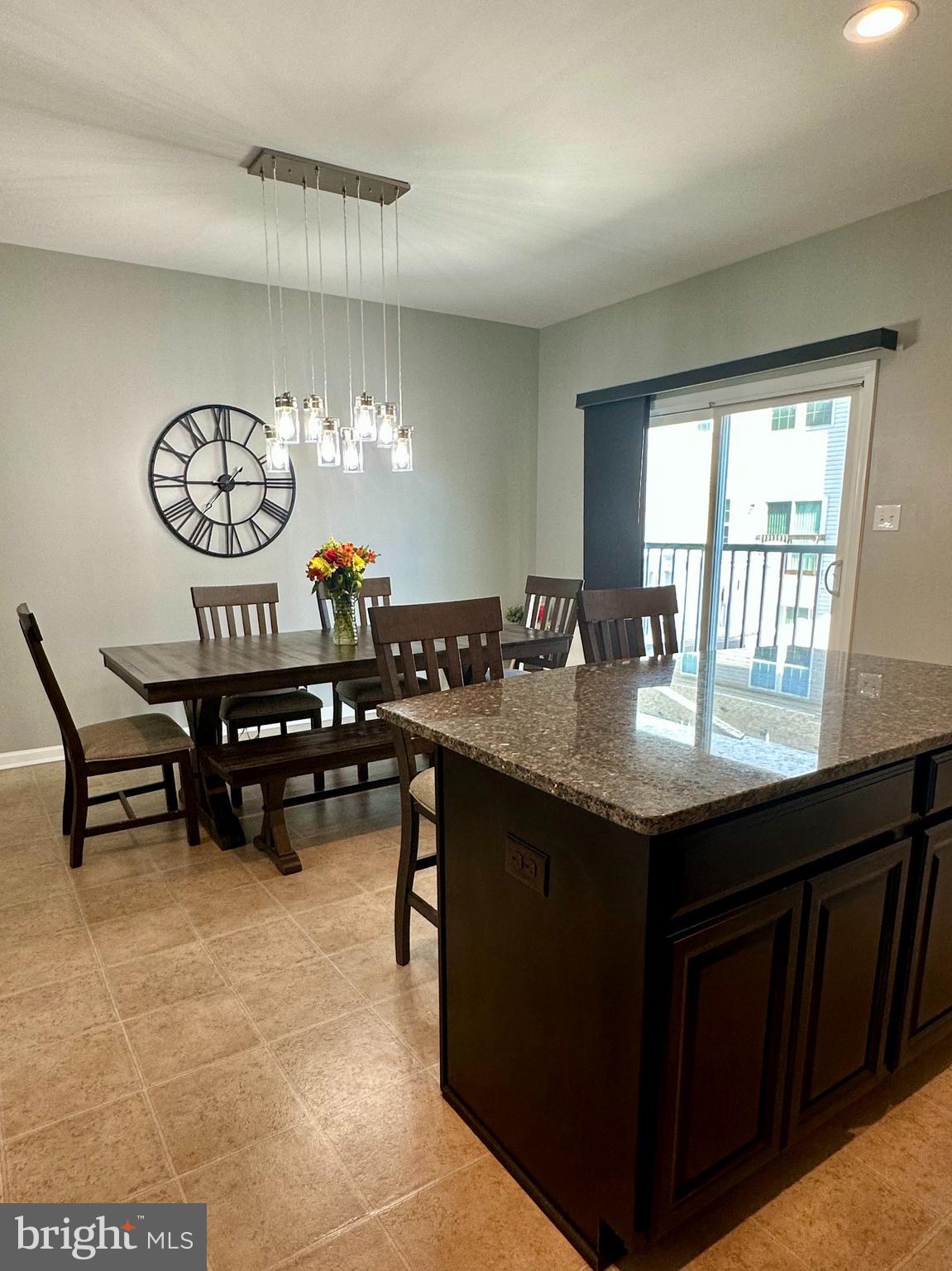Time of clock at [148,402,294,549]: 2:59
